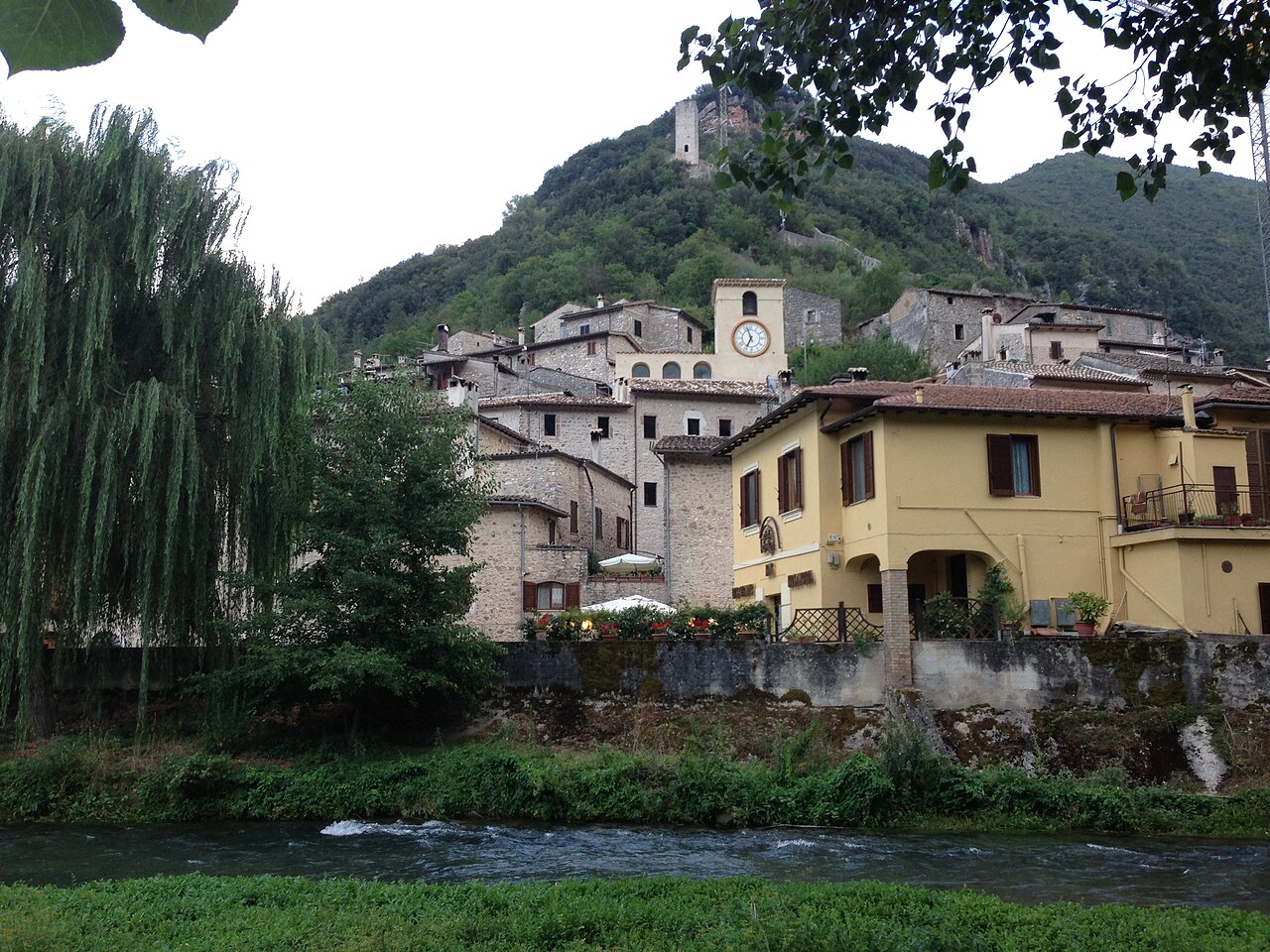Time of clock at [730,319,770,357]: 6:56
